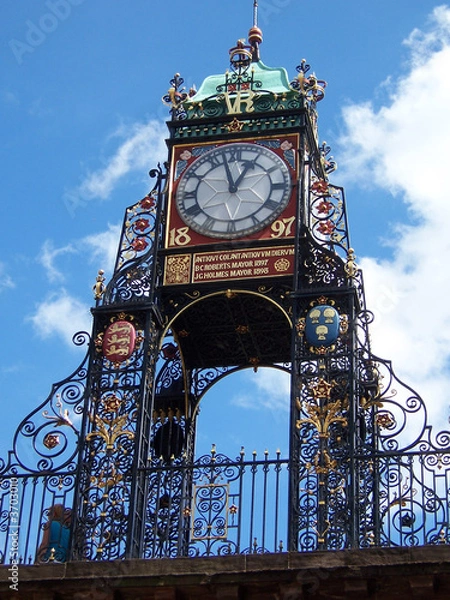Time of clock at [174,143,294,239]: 12:57
